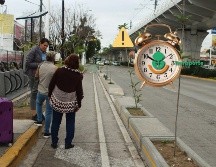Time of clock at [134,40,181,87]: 1:50
